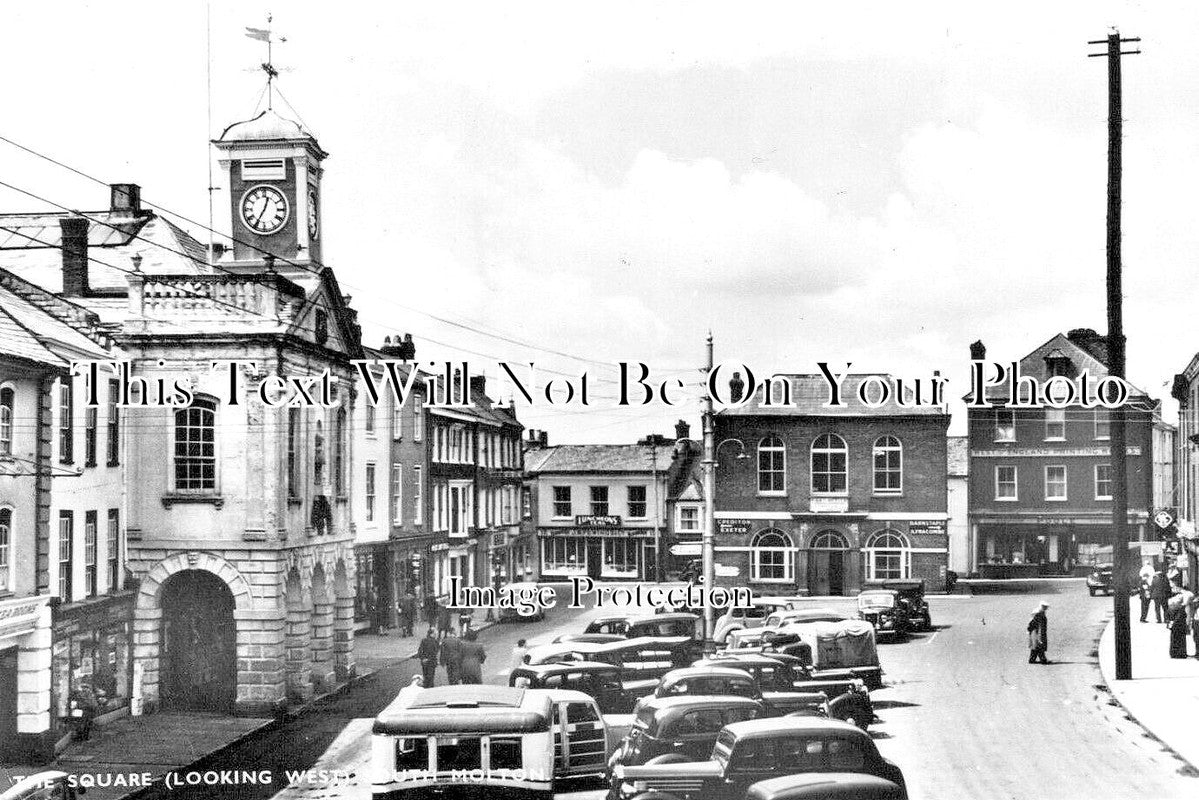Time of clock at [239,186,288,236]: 12:34
